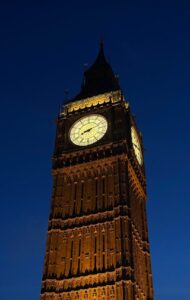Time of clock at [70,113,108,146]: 8:11
